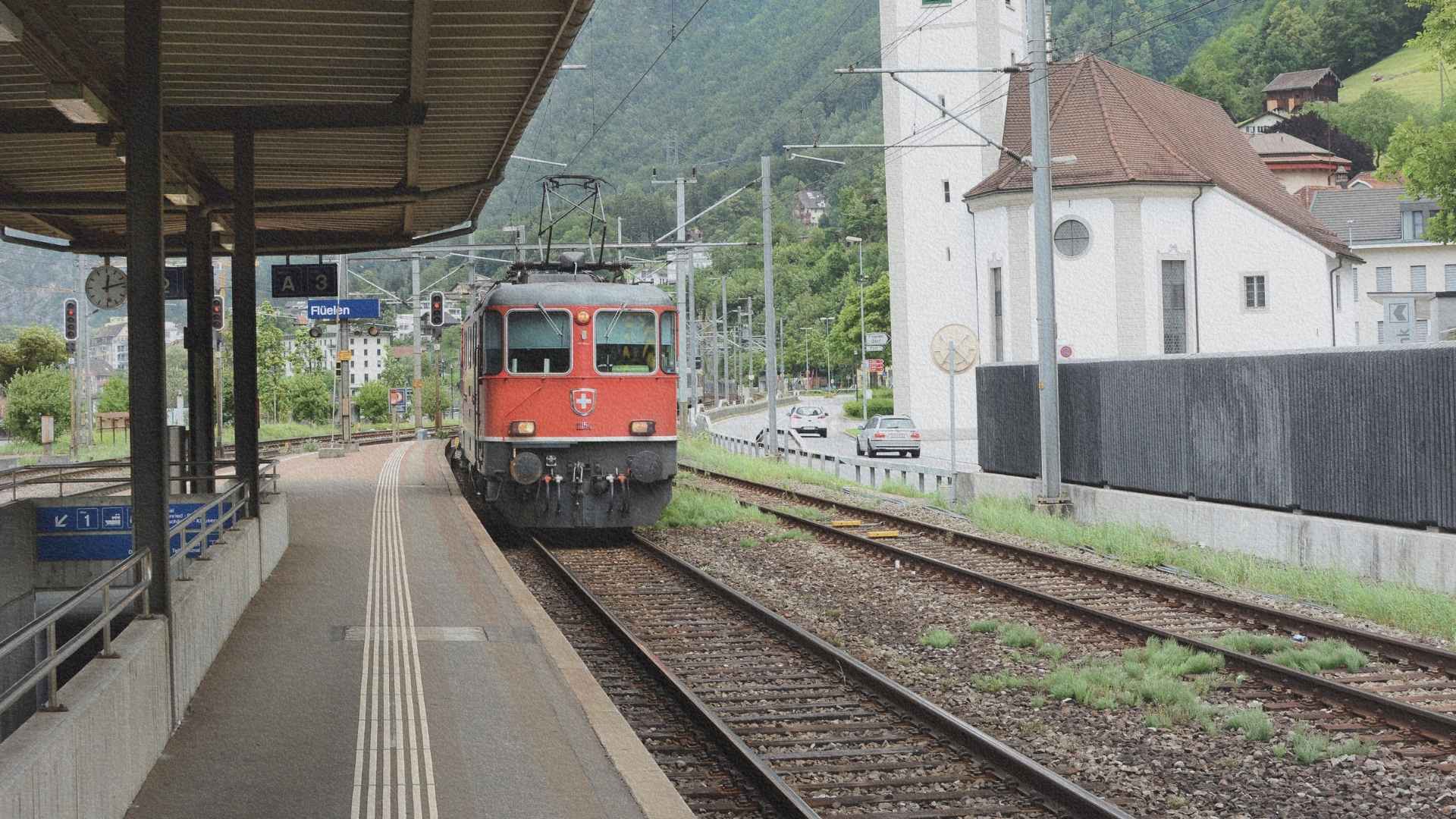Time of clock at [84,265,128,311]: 12:12
